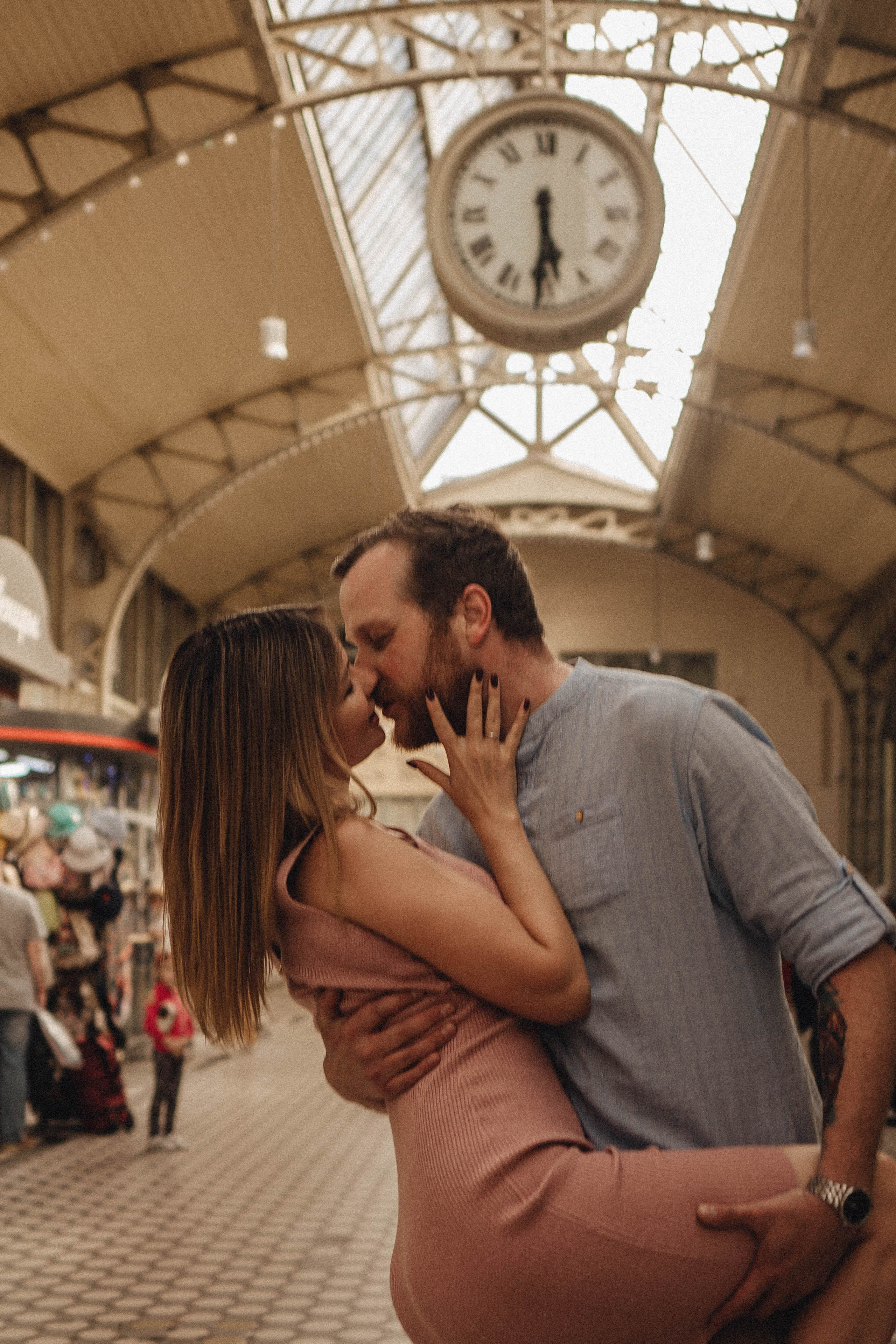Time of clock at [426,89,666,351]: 5:30
